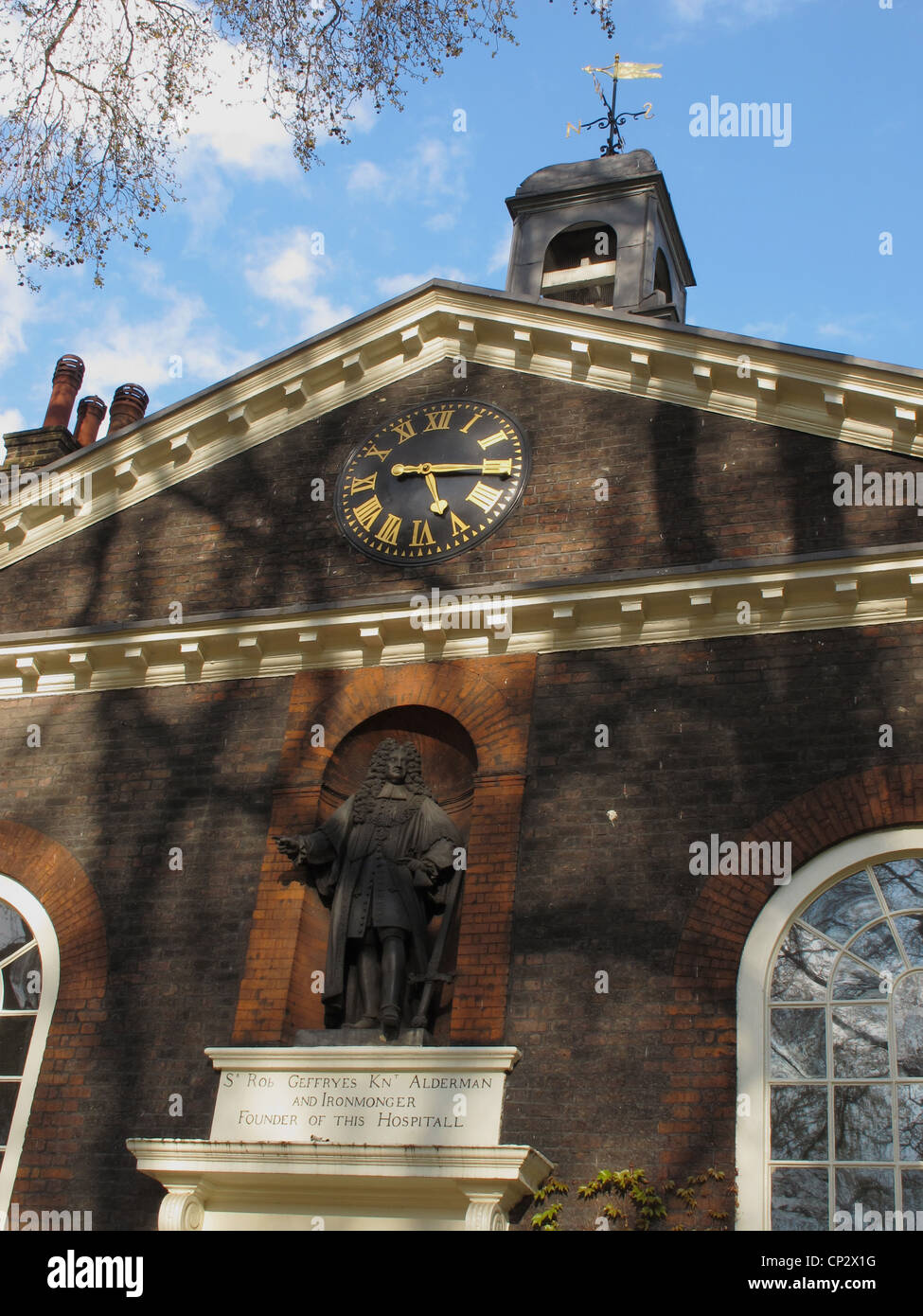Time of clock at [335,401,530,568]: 5:15
